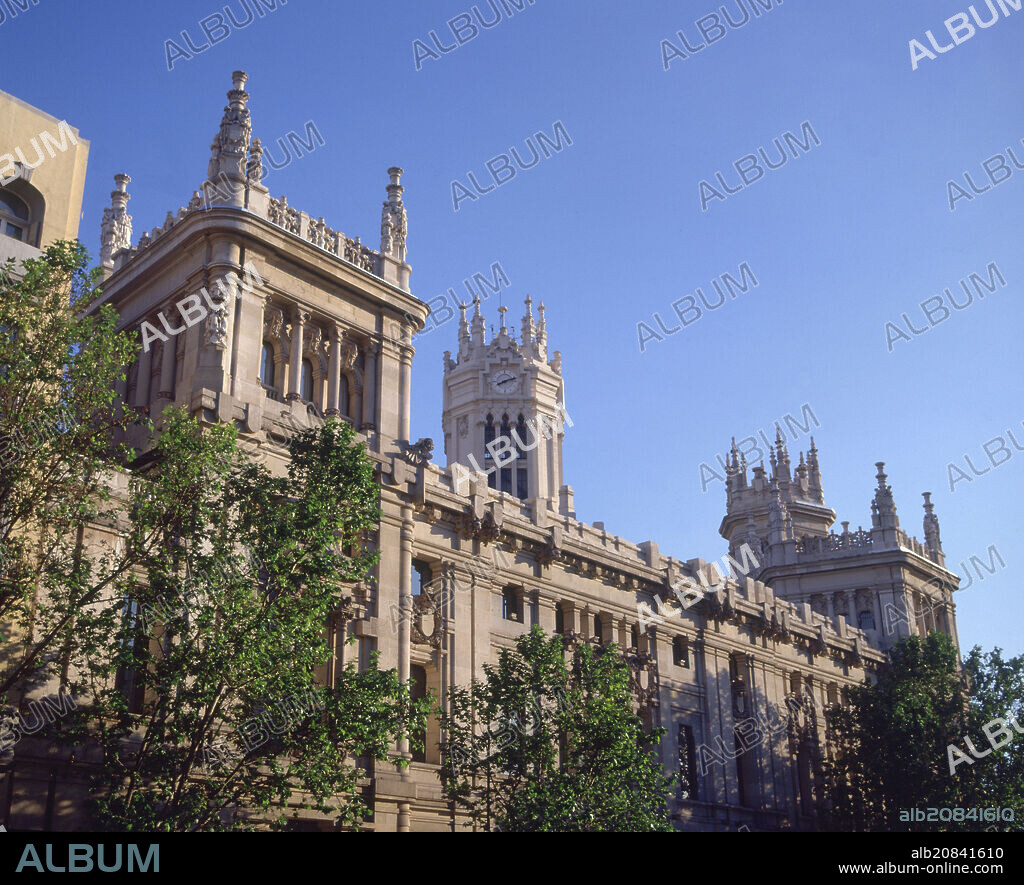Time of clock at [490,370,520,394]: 8:11
